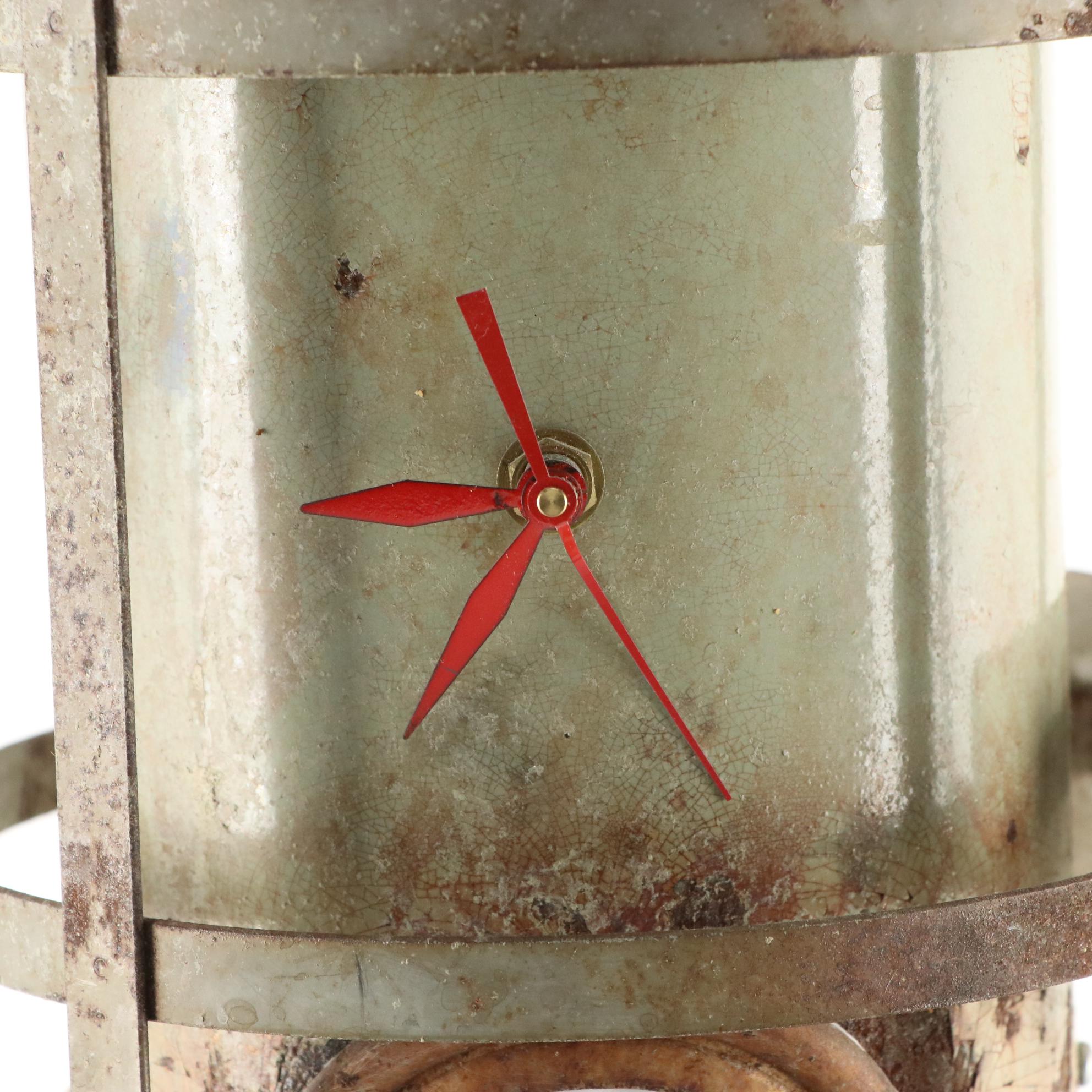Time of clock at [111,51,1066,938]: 10:45
